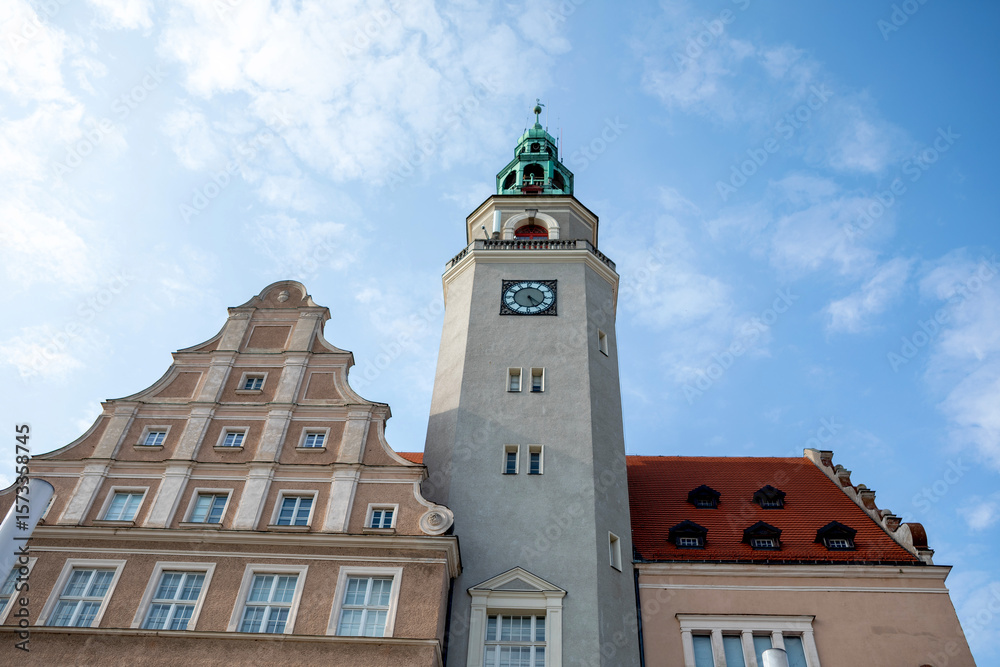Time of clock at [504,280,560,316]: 5:21
